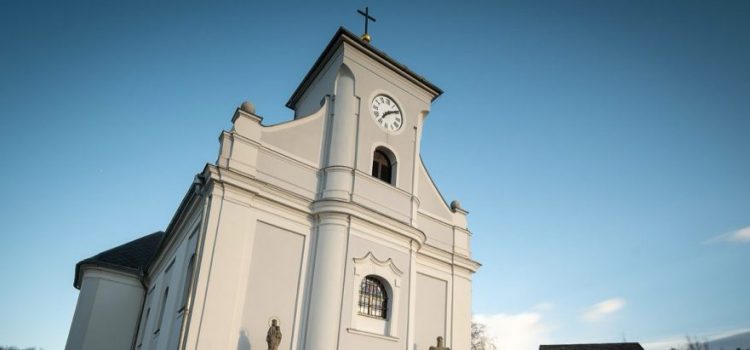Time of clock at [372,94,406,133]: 7:09
